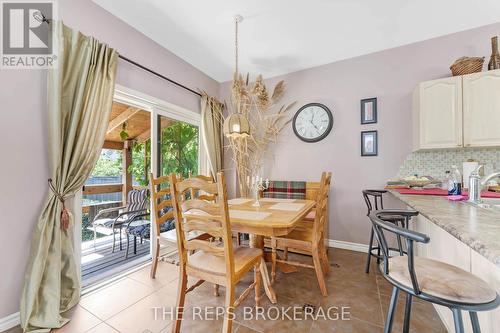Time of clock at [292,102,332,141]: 12:23
